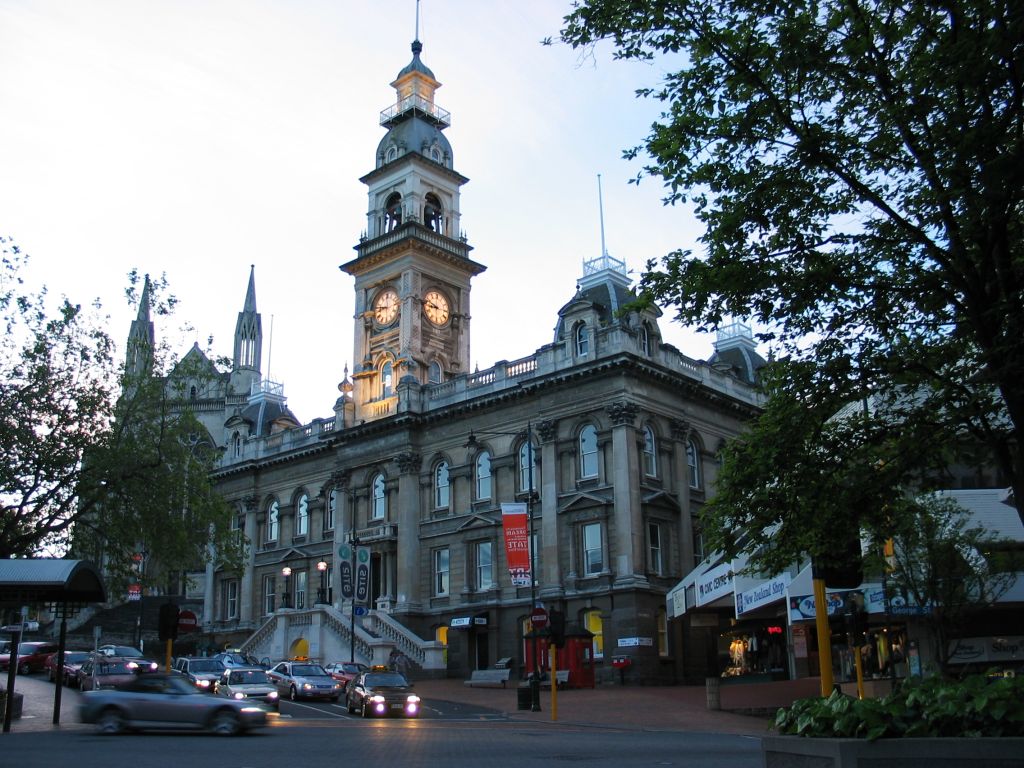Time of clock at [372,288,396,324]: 8:46
